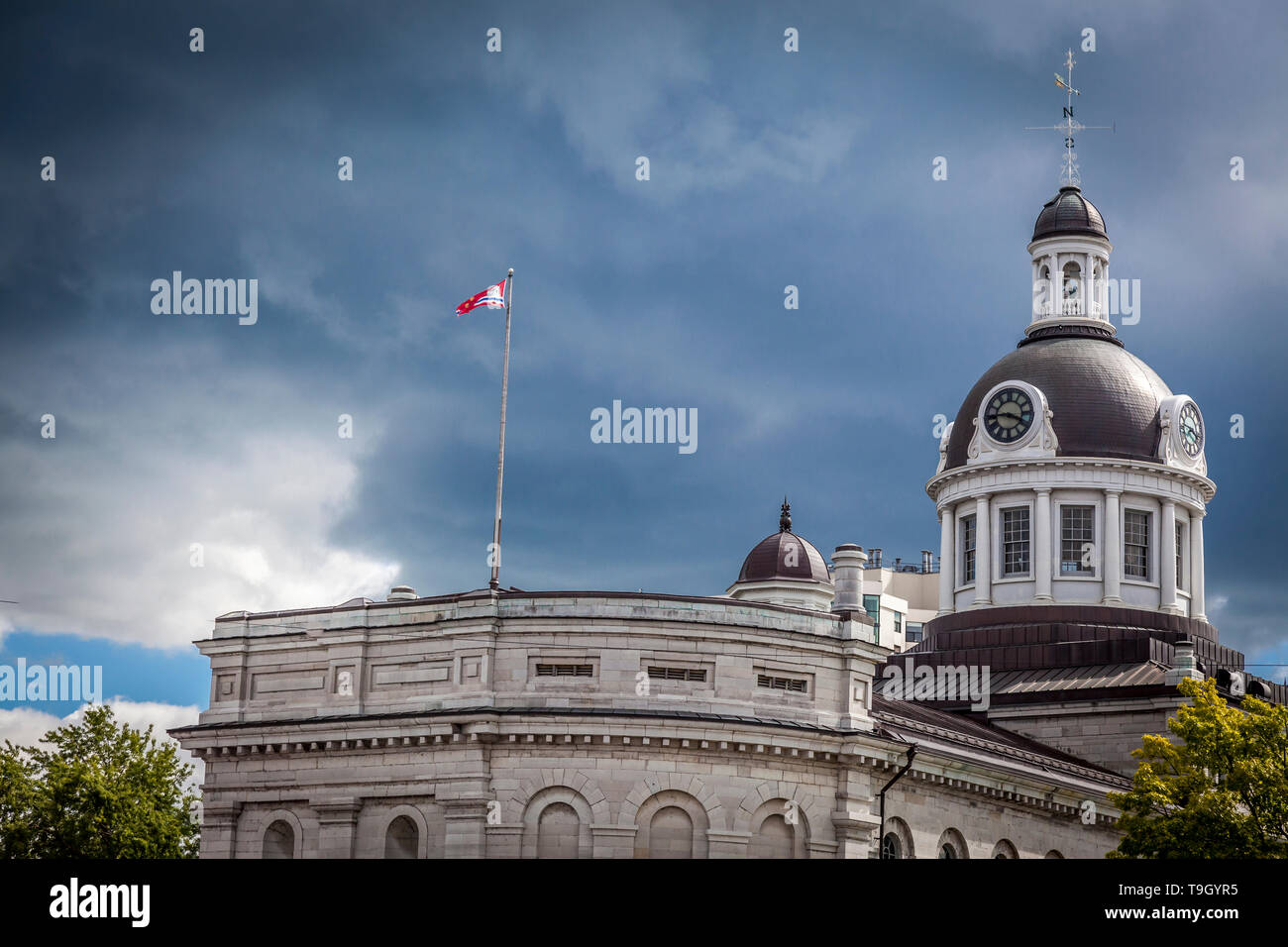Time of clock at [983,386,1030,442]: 3:43
